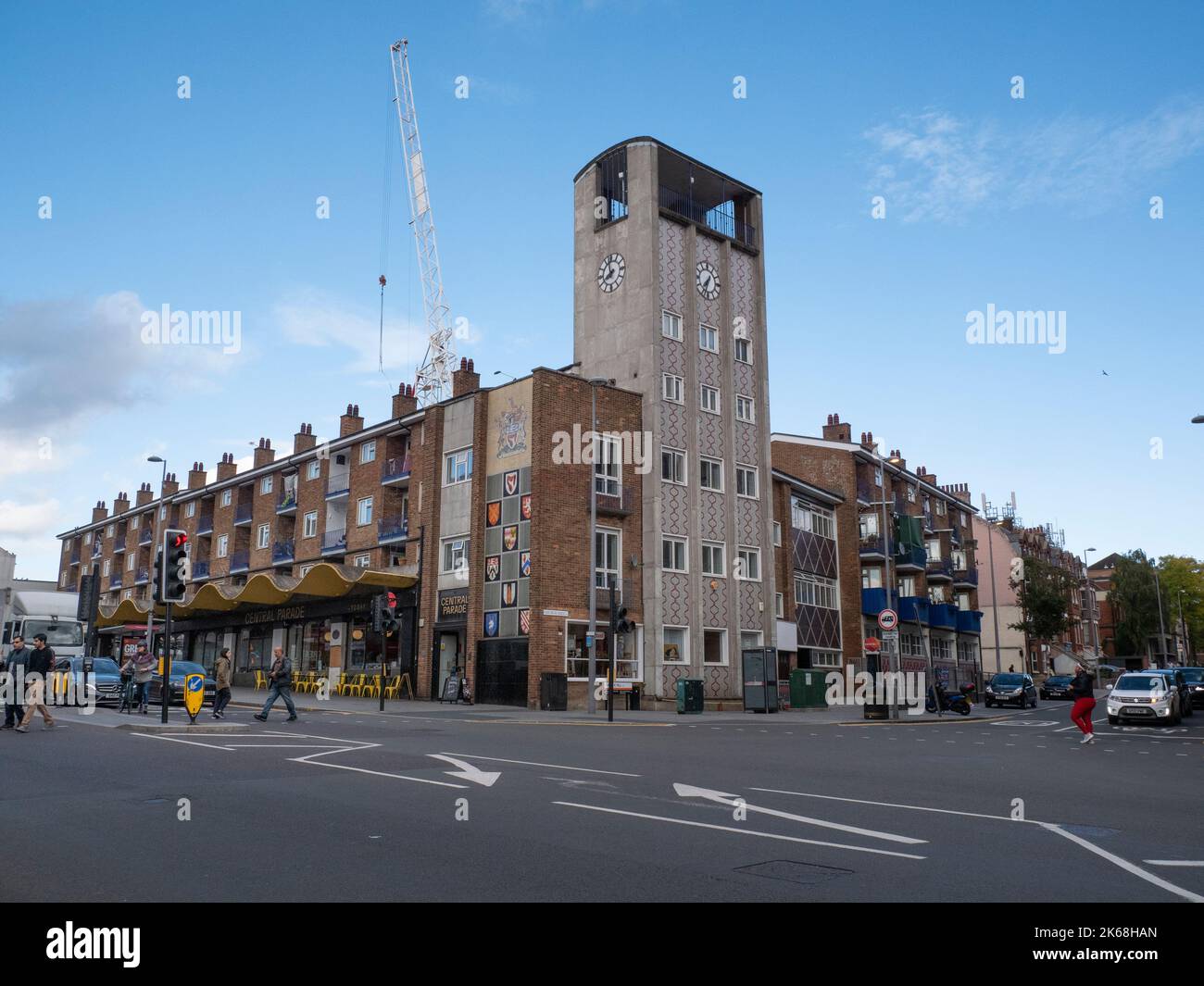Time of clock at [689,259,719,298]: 7:33
